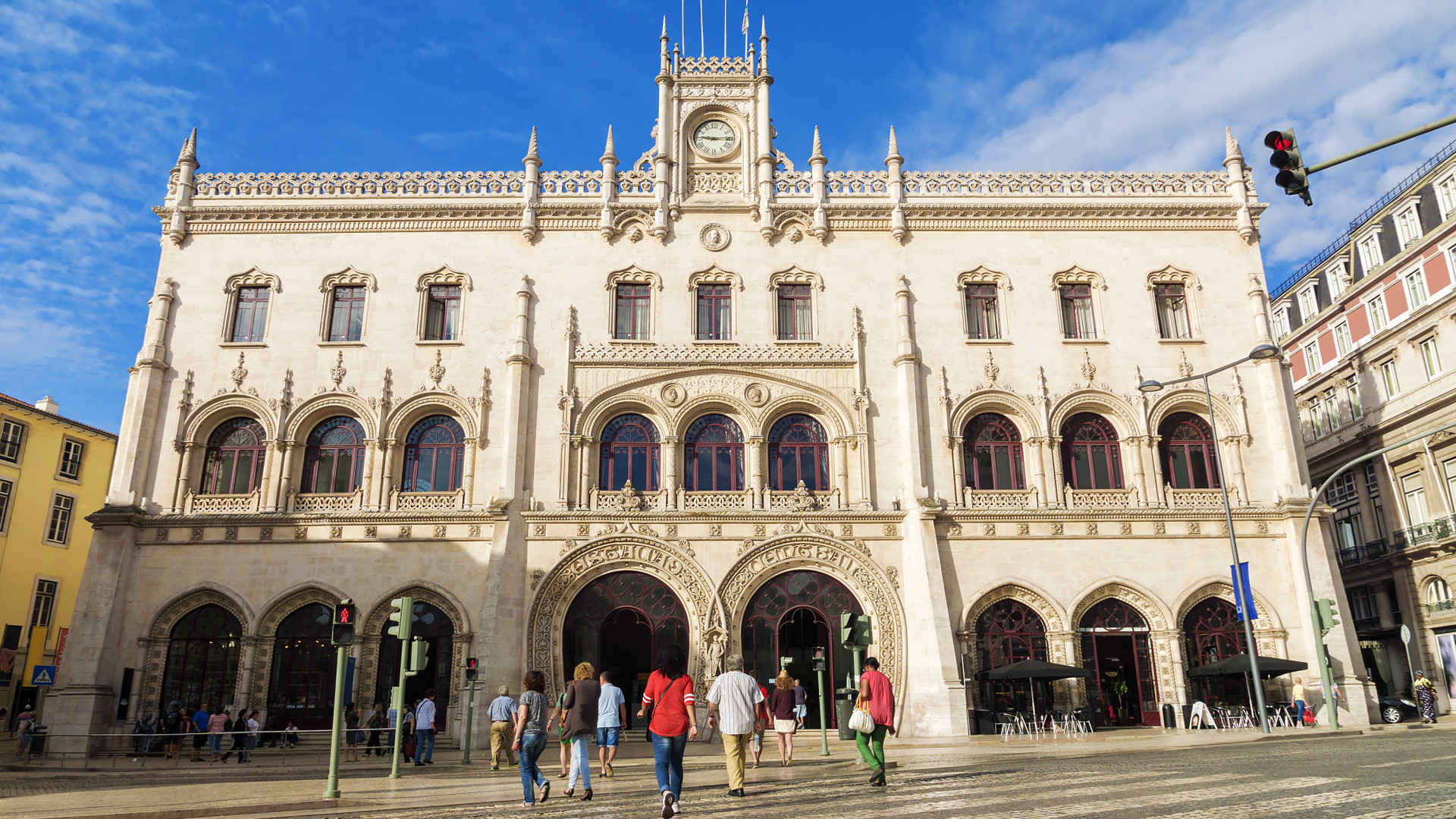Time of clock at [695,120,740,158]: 9:14
